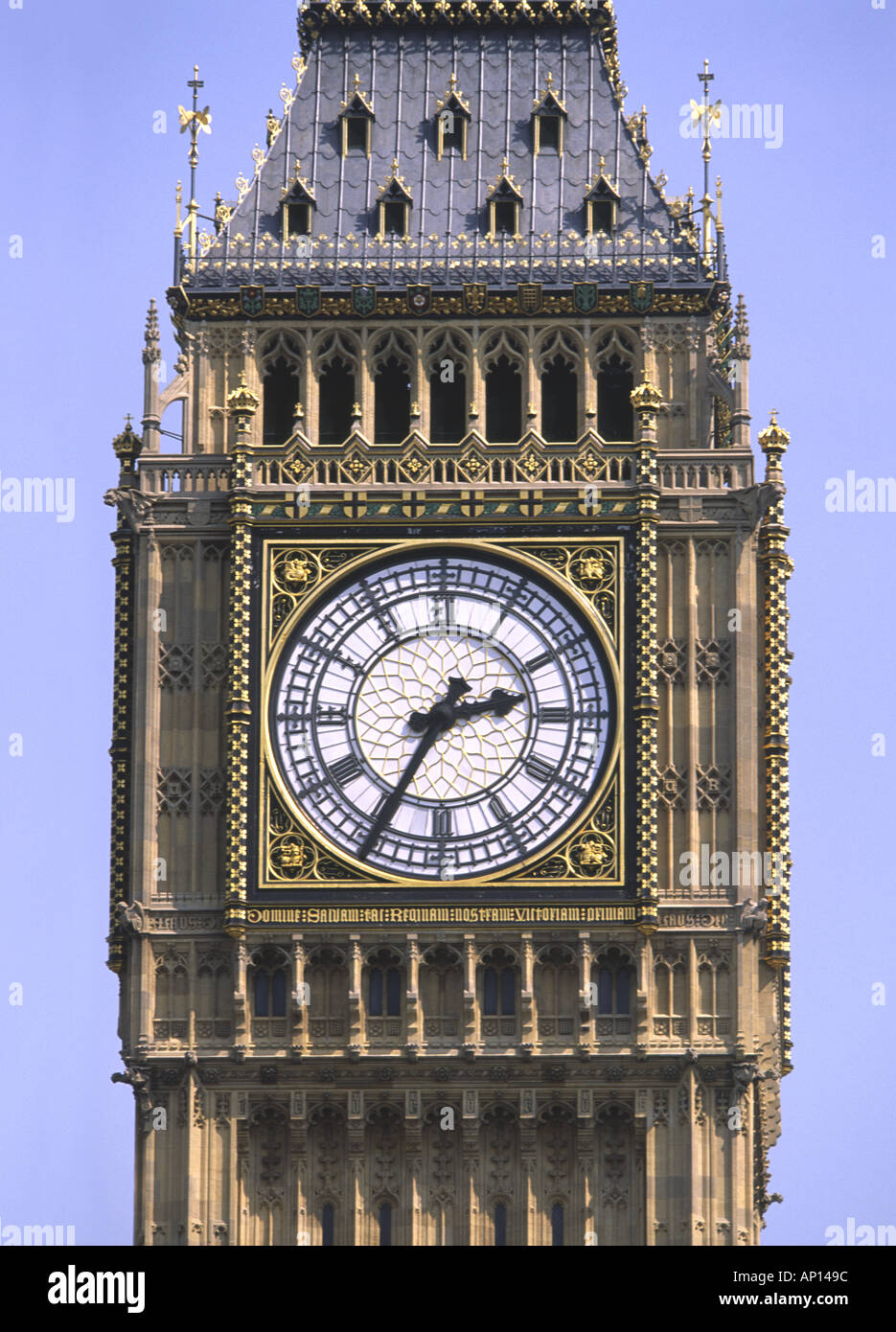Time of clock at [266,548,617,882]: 2:34
